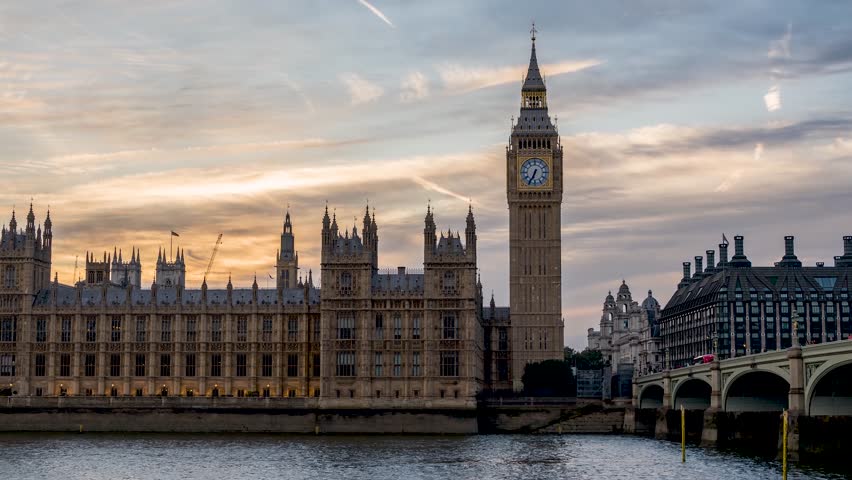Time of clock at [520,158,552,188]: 6:34
